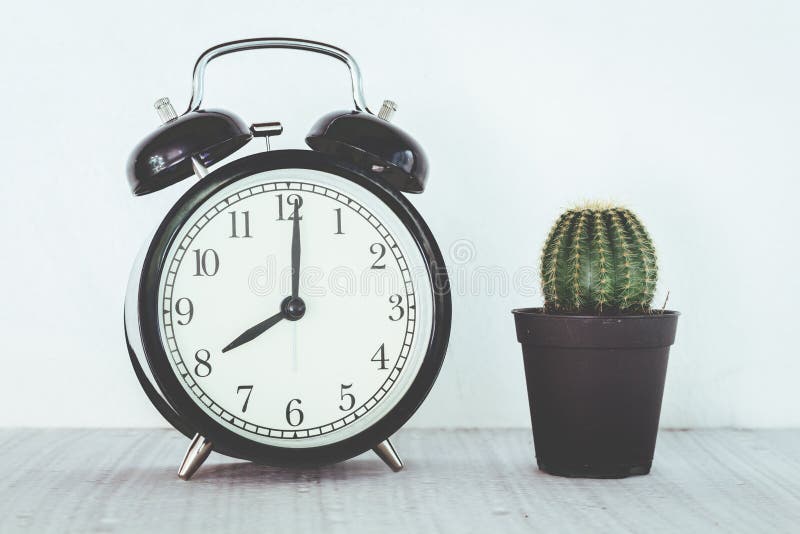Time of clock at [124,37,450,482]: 8:01
